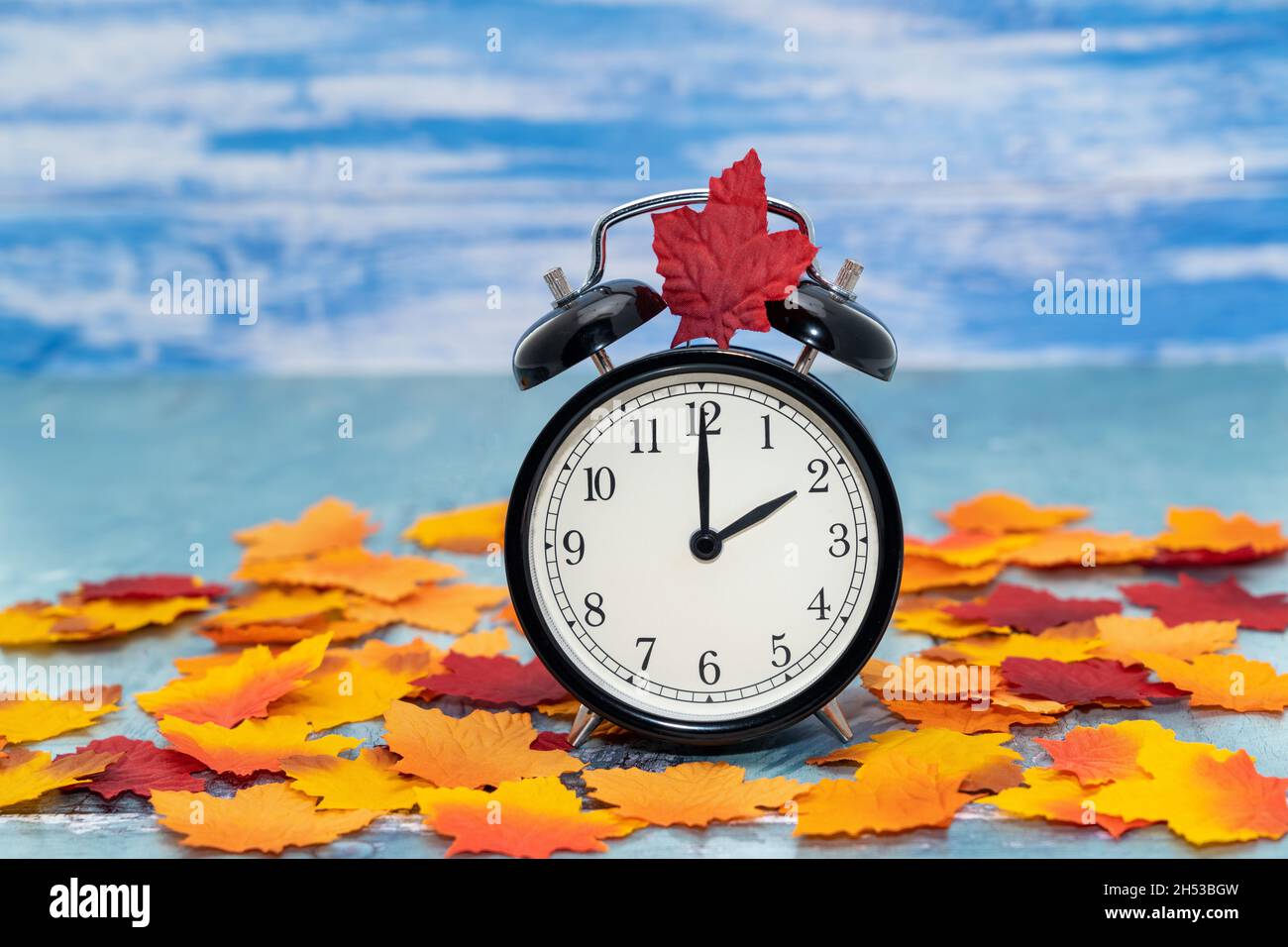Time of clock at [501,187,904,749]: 2:00
